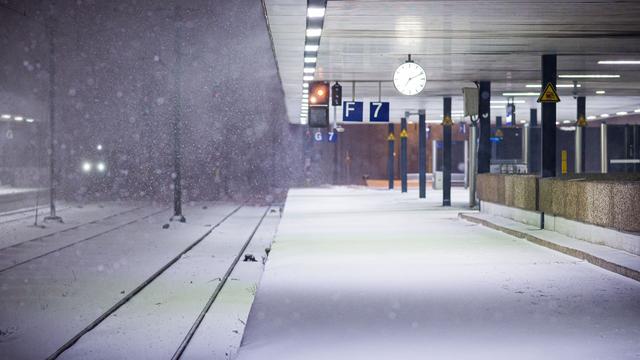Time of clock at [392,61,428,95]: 7:10
